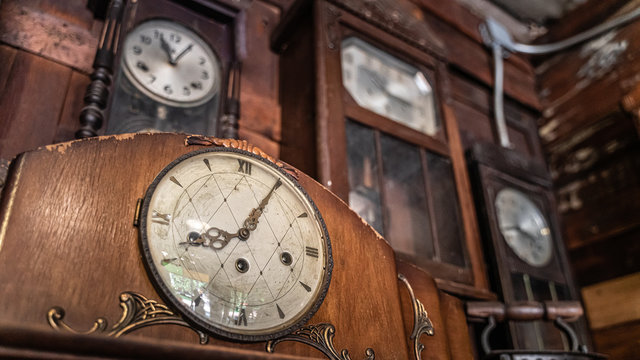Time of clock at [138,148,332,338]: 8:04
